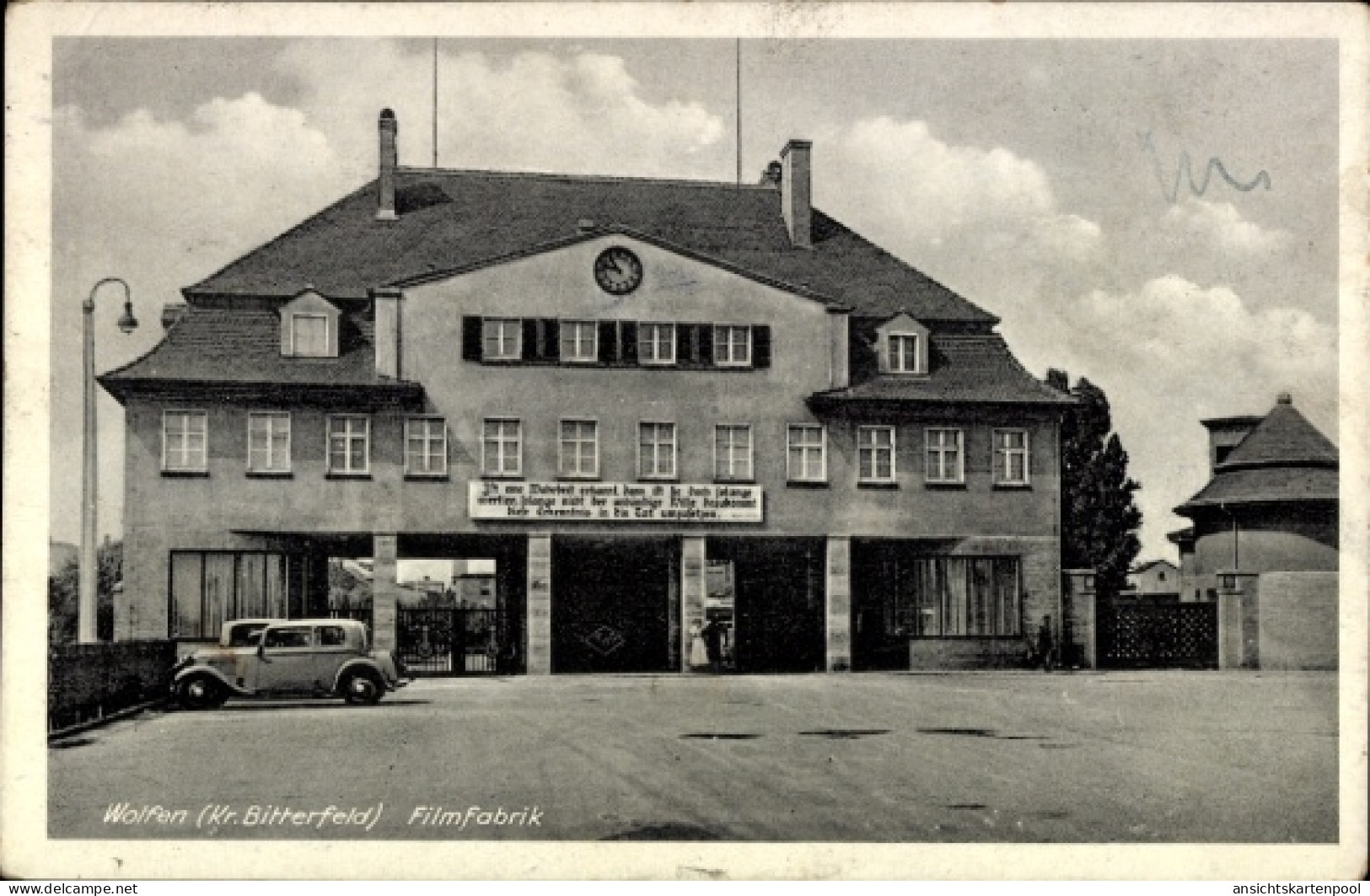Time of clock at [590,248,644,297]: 10:47
